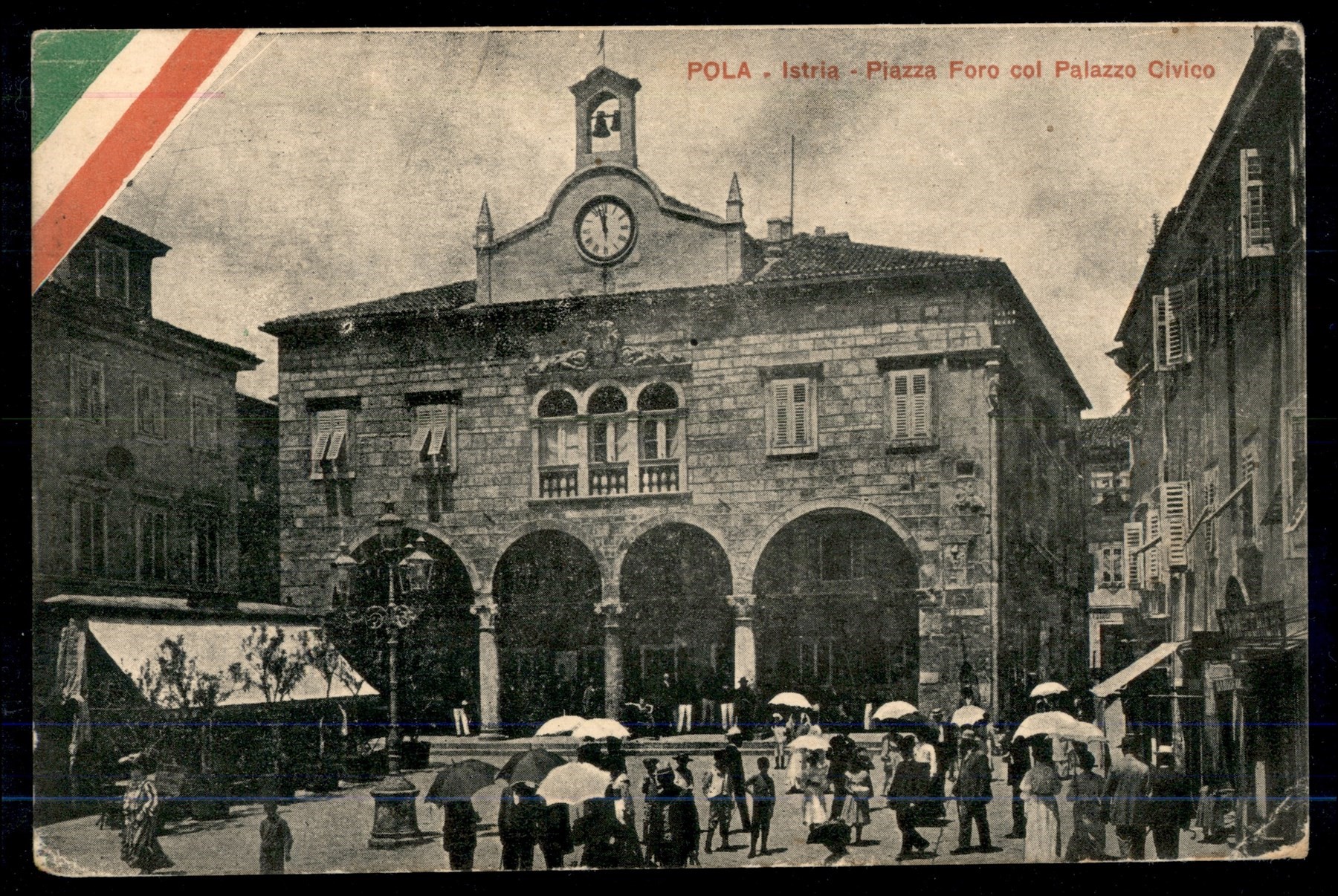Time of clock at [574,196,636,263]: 11:57
